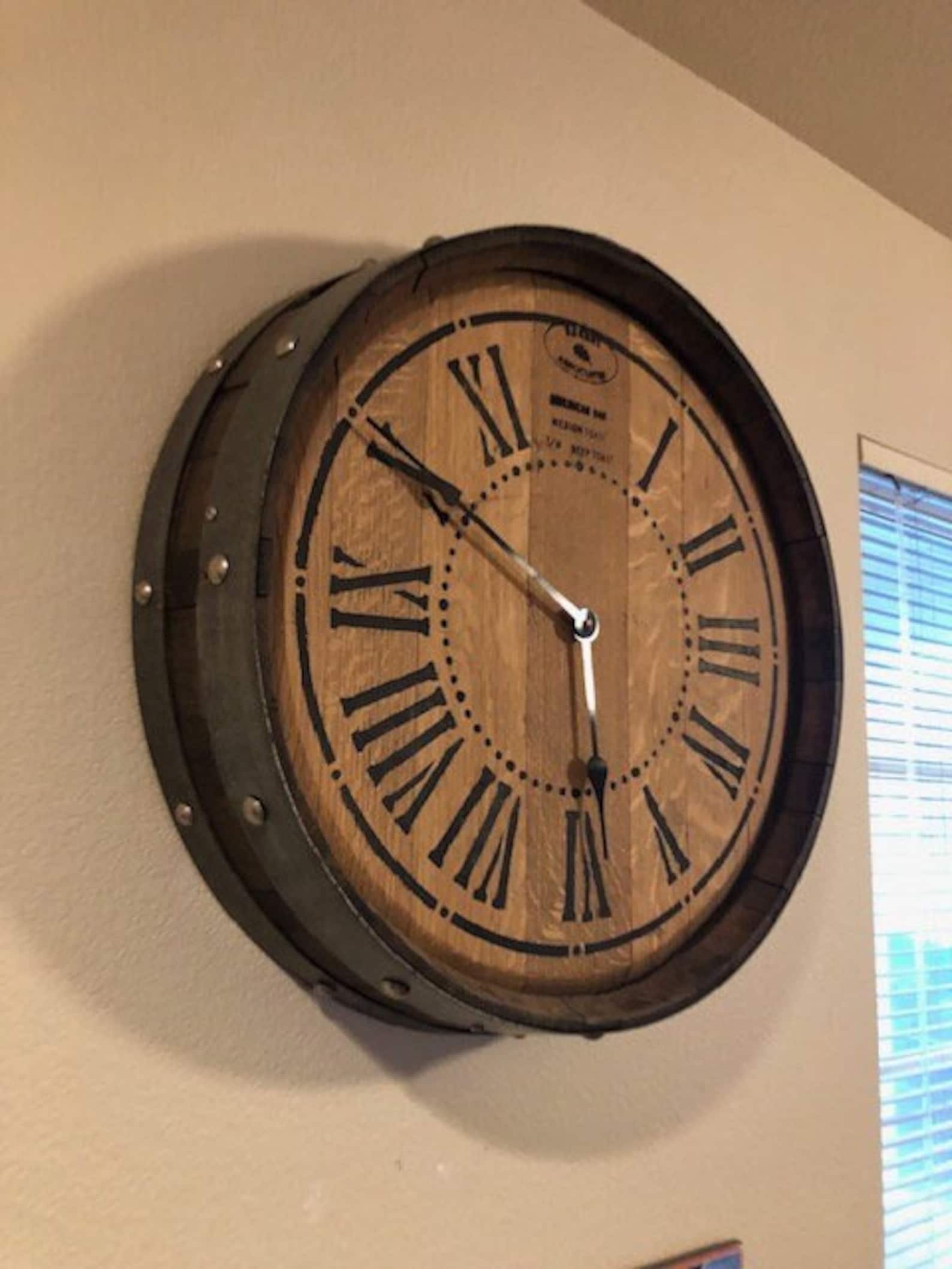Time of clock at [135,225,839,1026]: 5:50
